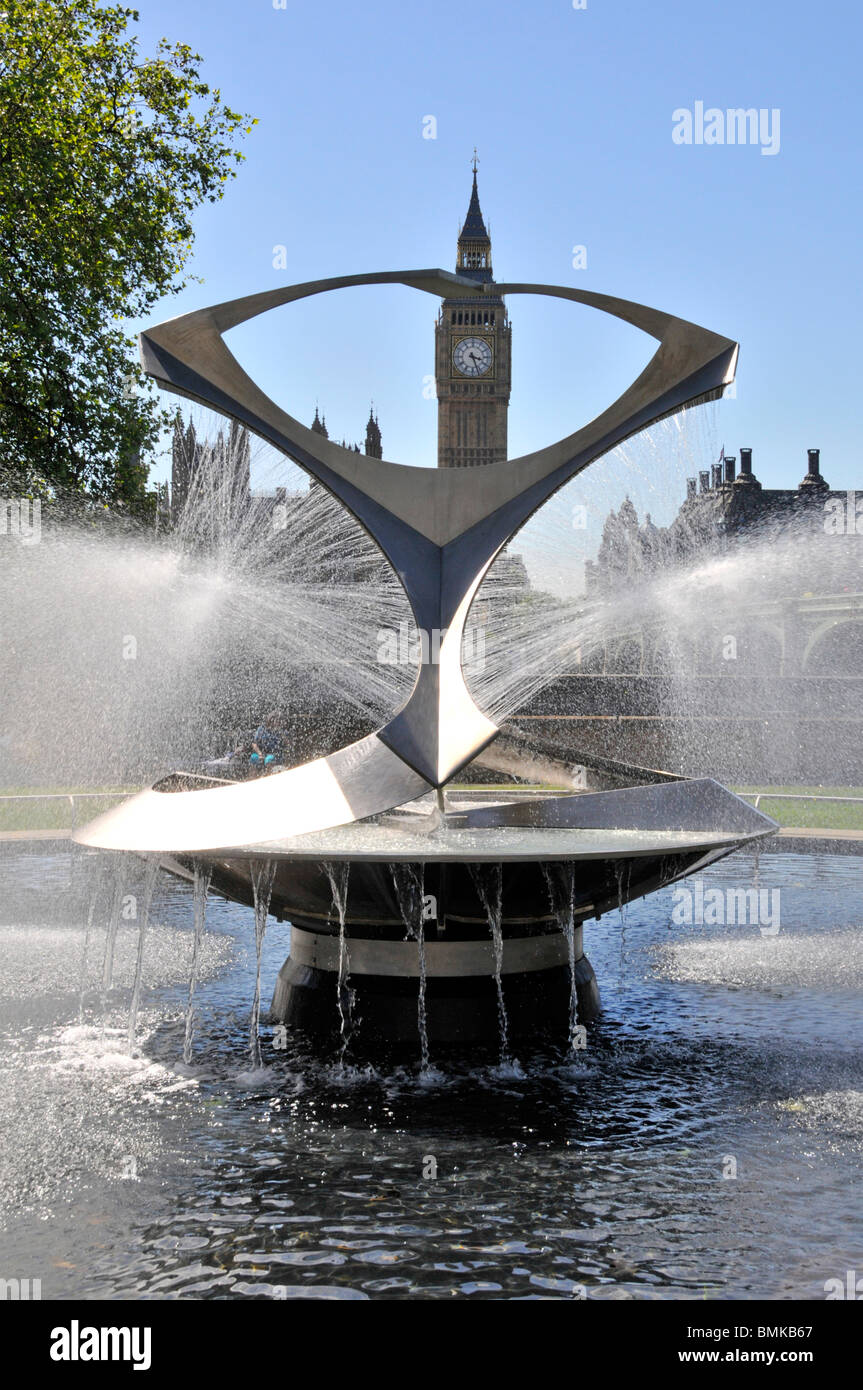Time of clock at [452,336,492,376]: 3:26
